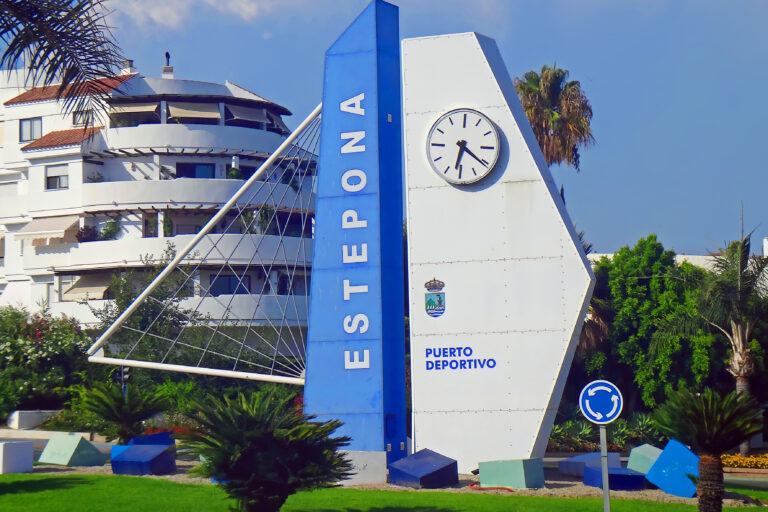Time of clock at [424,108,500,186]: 6:21
